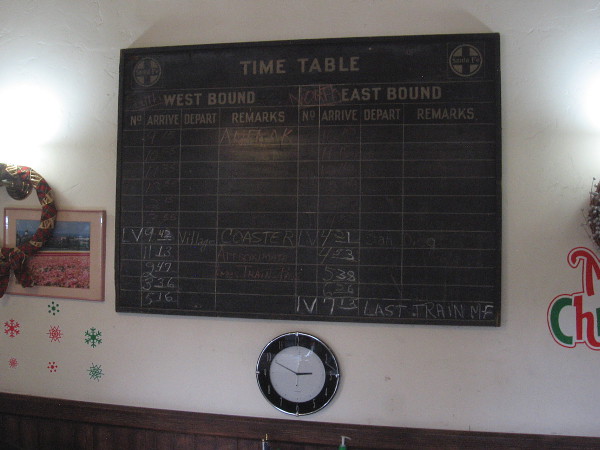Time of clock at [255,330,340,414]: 2:49
